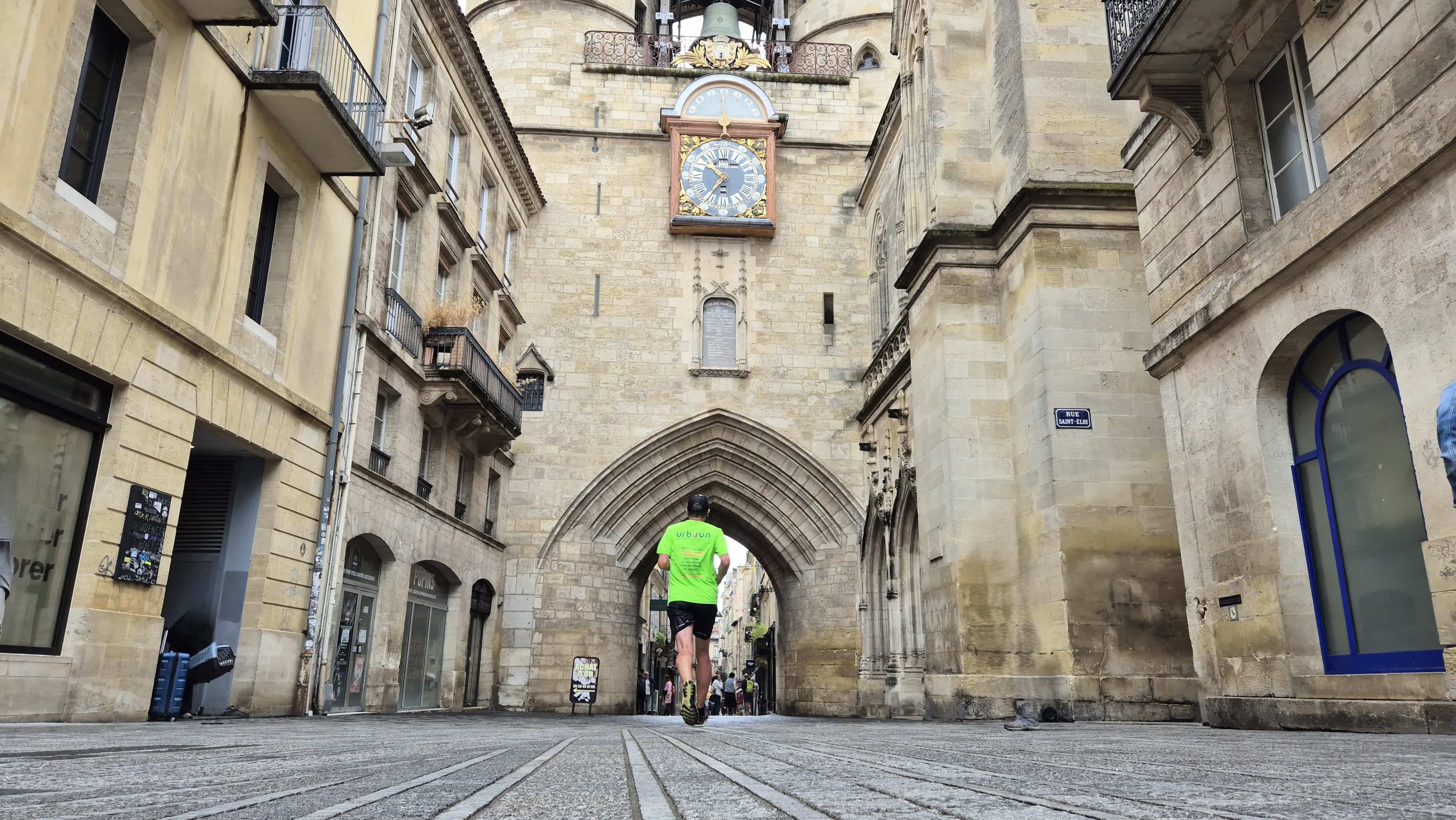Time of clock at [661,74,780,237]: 10:36
